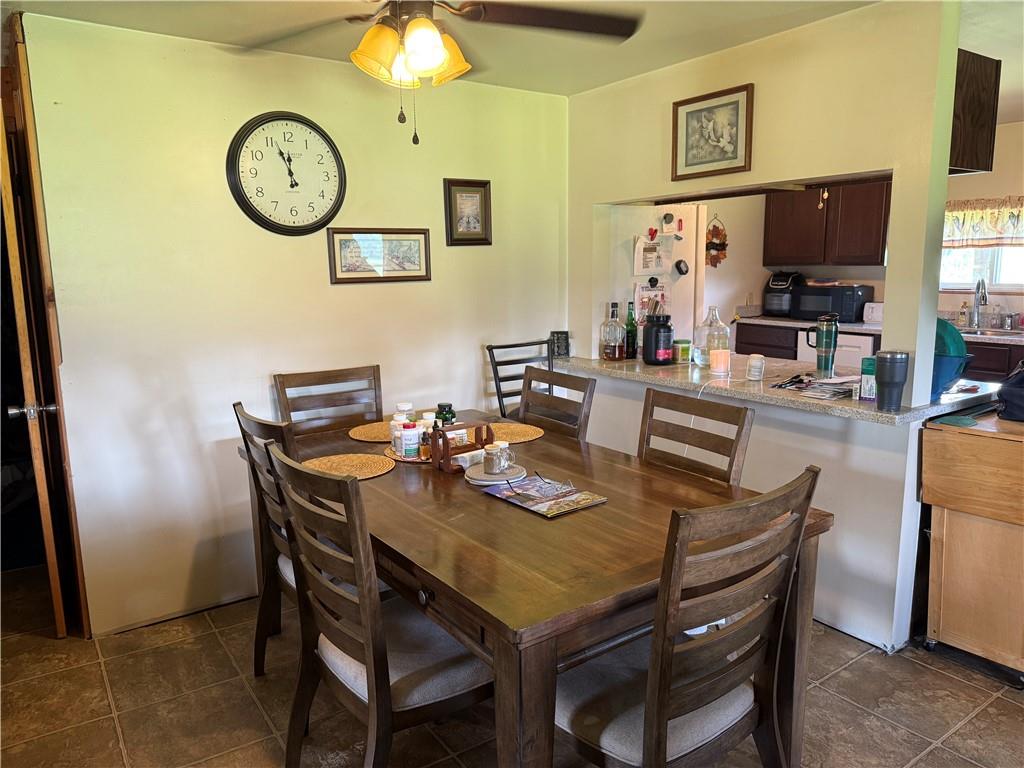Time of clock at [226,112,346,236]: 11:56
